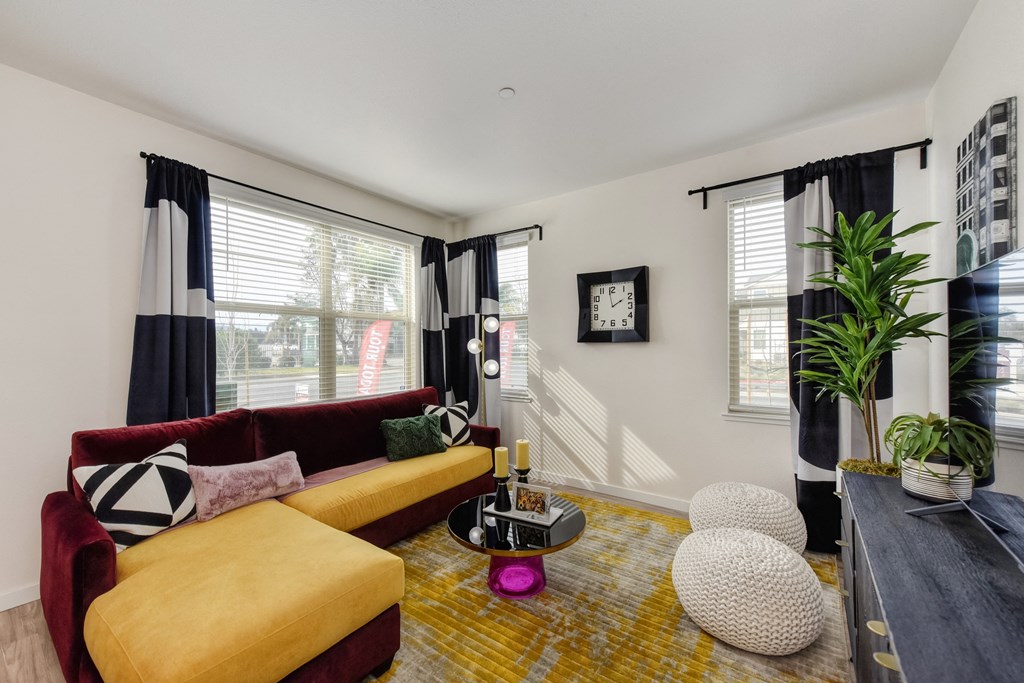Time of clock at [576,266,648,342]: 1:58
